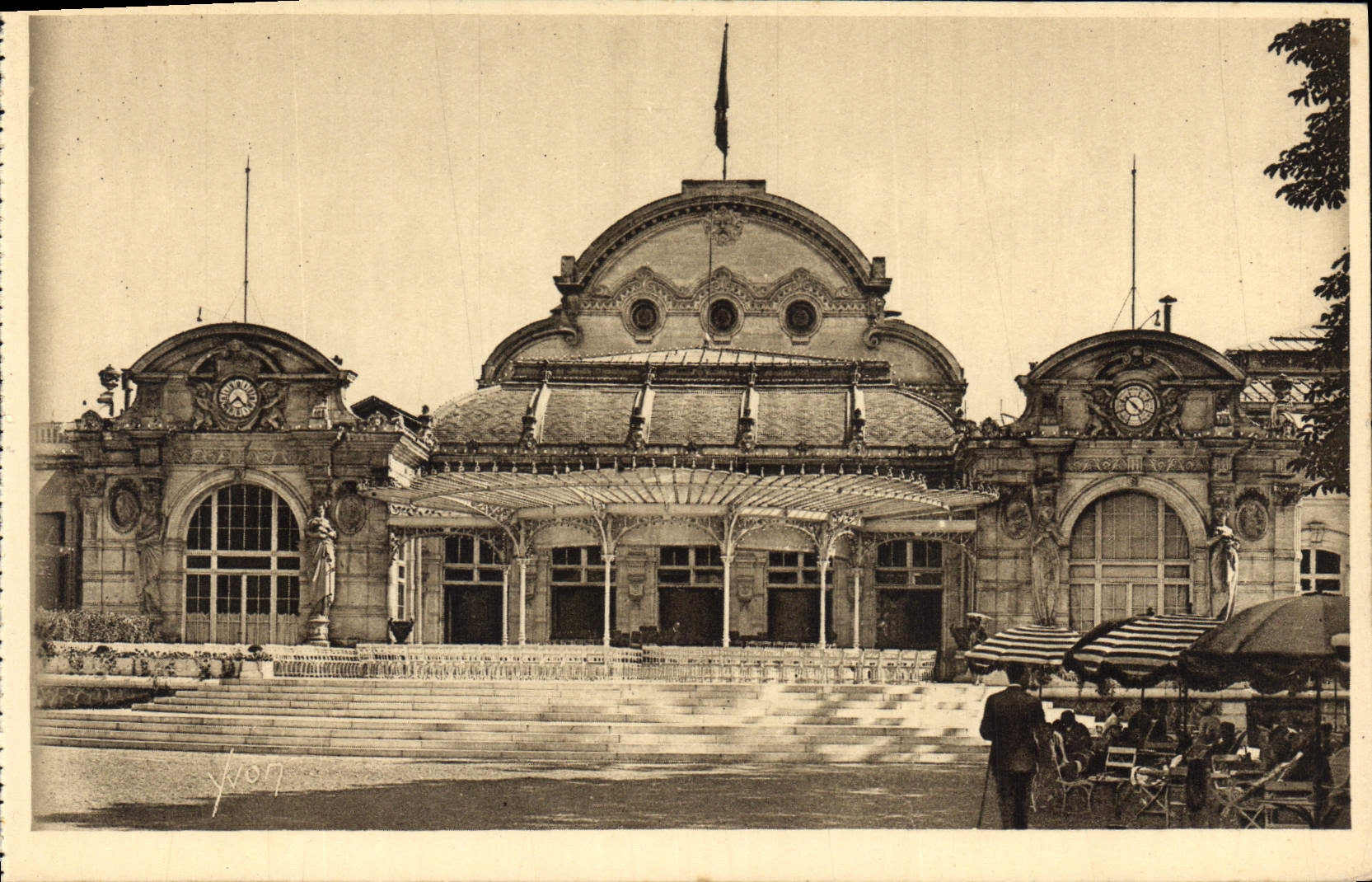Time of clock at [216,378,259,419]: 4:38
